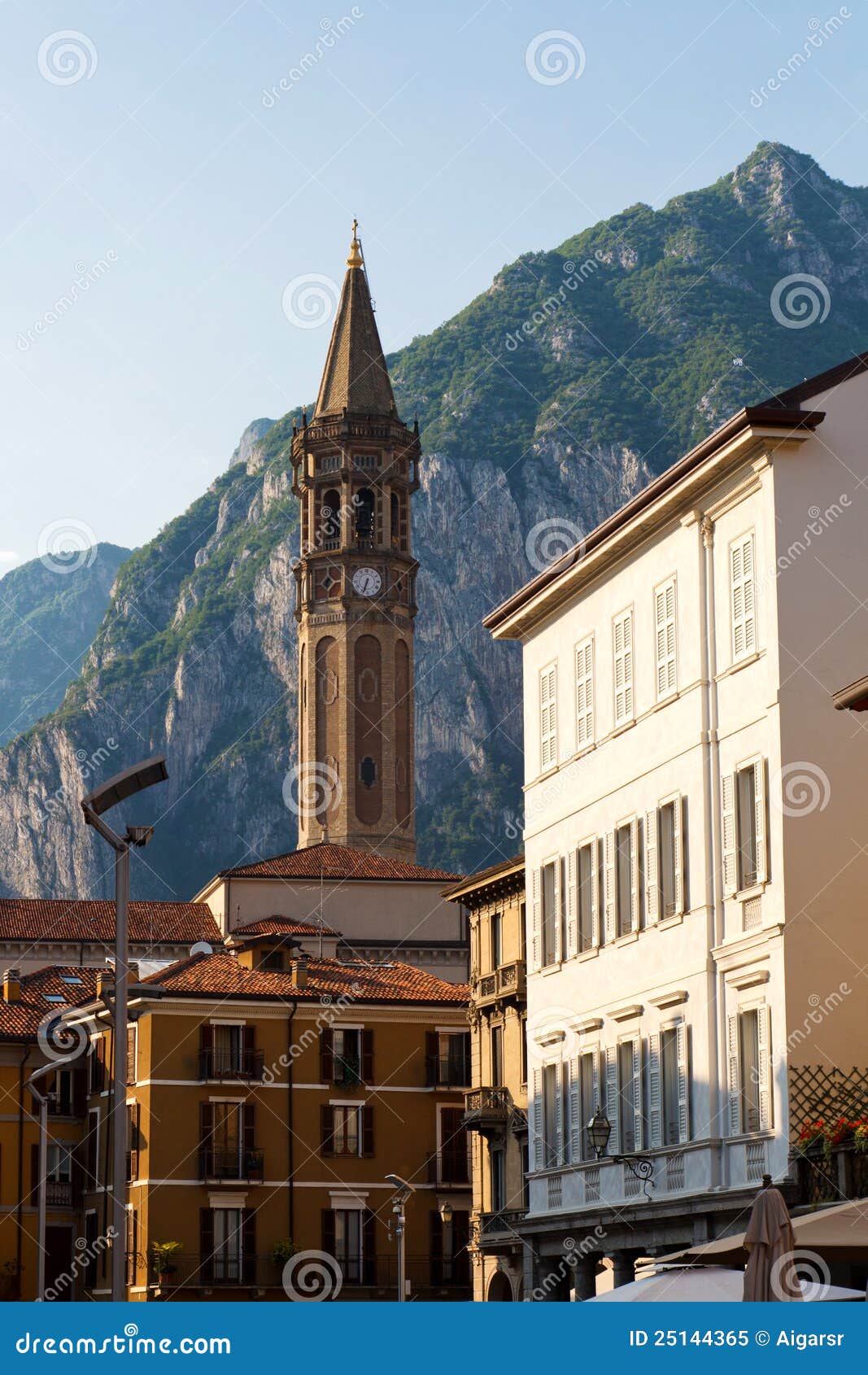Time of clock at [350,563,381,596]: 6:34
